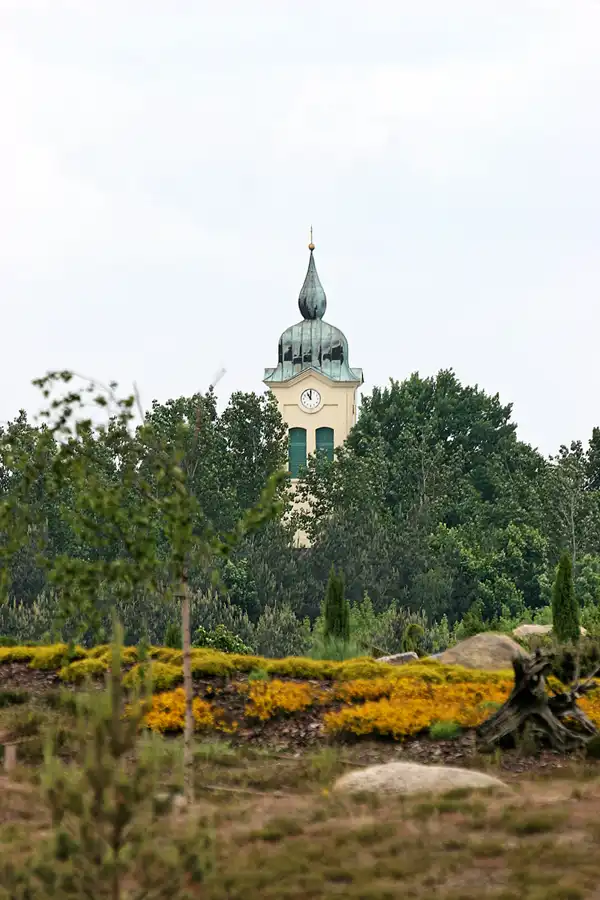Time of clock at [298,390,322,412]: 11:00
